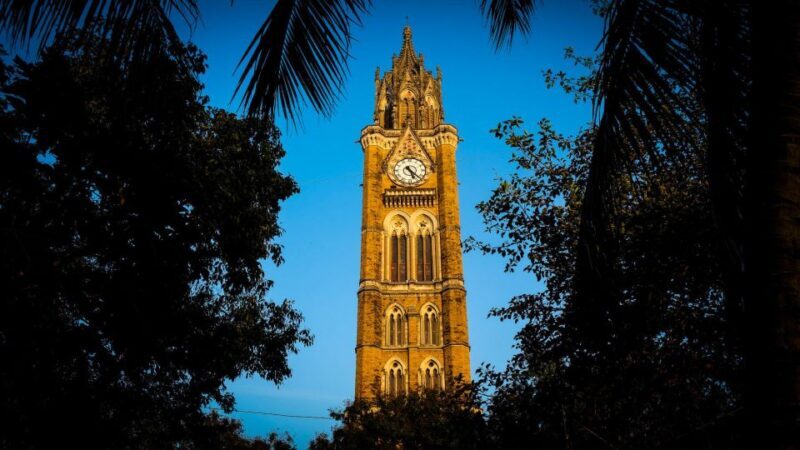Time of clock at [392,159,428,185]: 5:22
